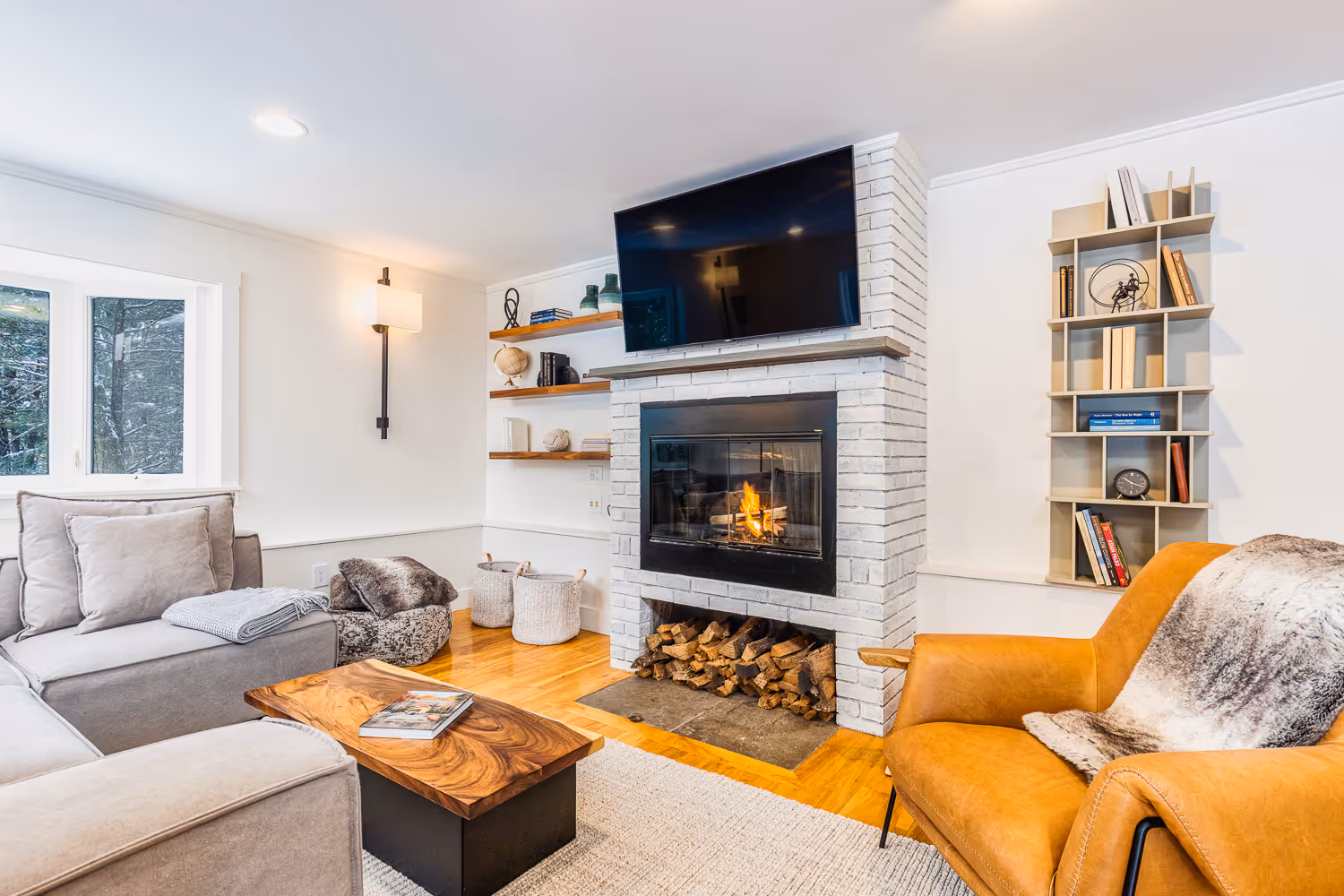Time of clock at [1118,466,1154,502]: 10:18
